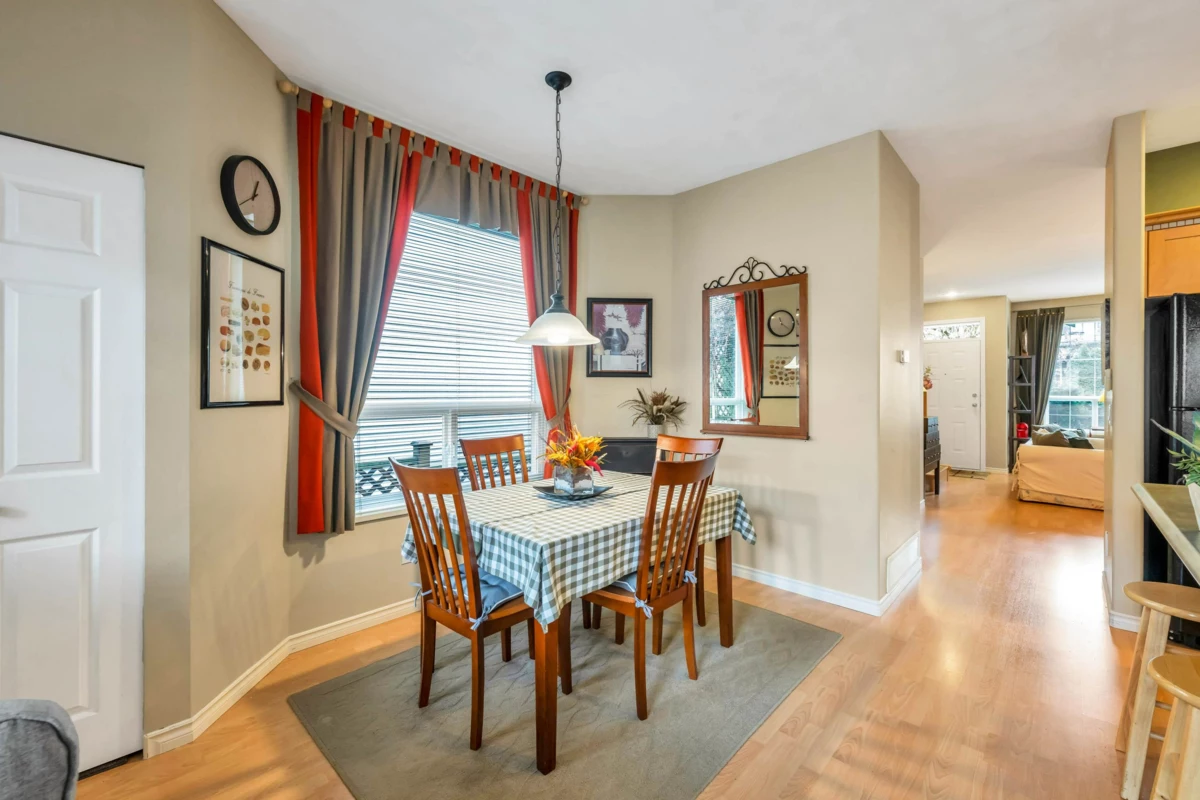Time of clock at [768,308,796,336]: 11:21
